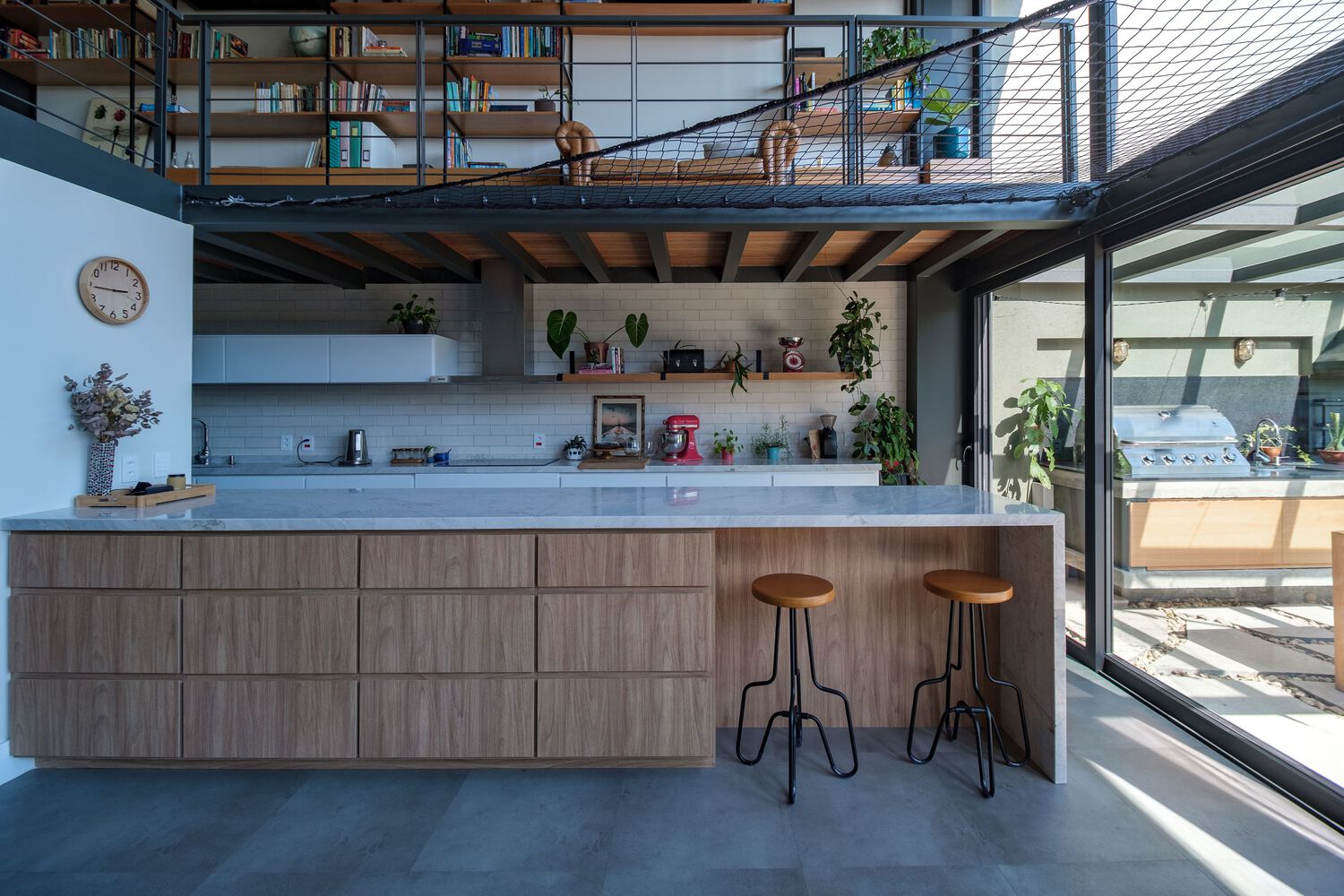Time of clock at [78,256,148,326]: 2:44
